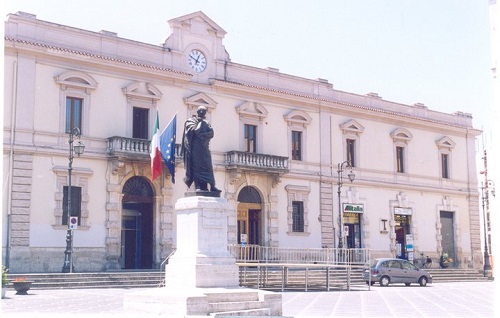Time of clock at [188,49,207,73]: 12:49
